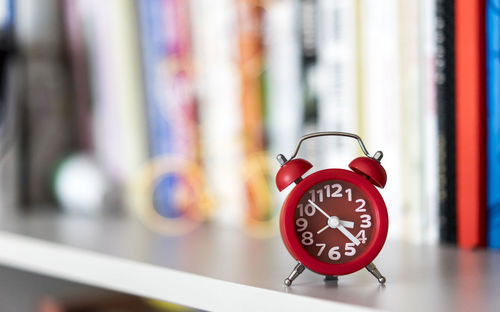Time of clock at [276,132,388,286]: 3:22
